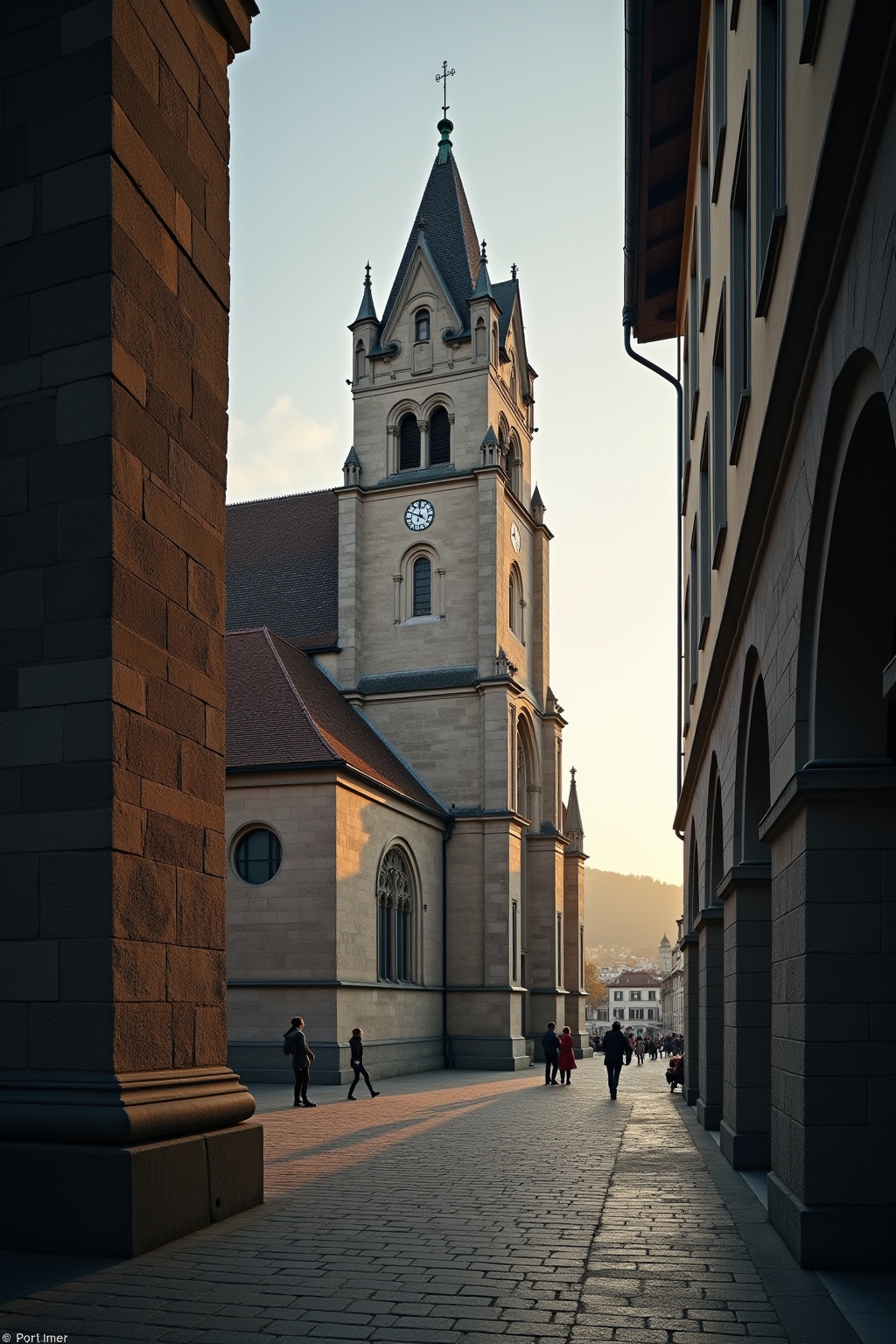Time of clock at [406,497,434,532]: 11:49
